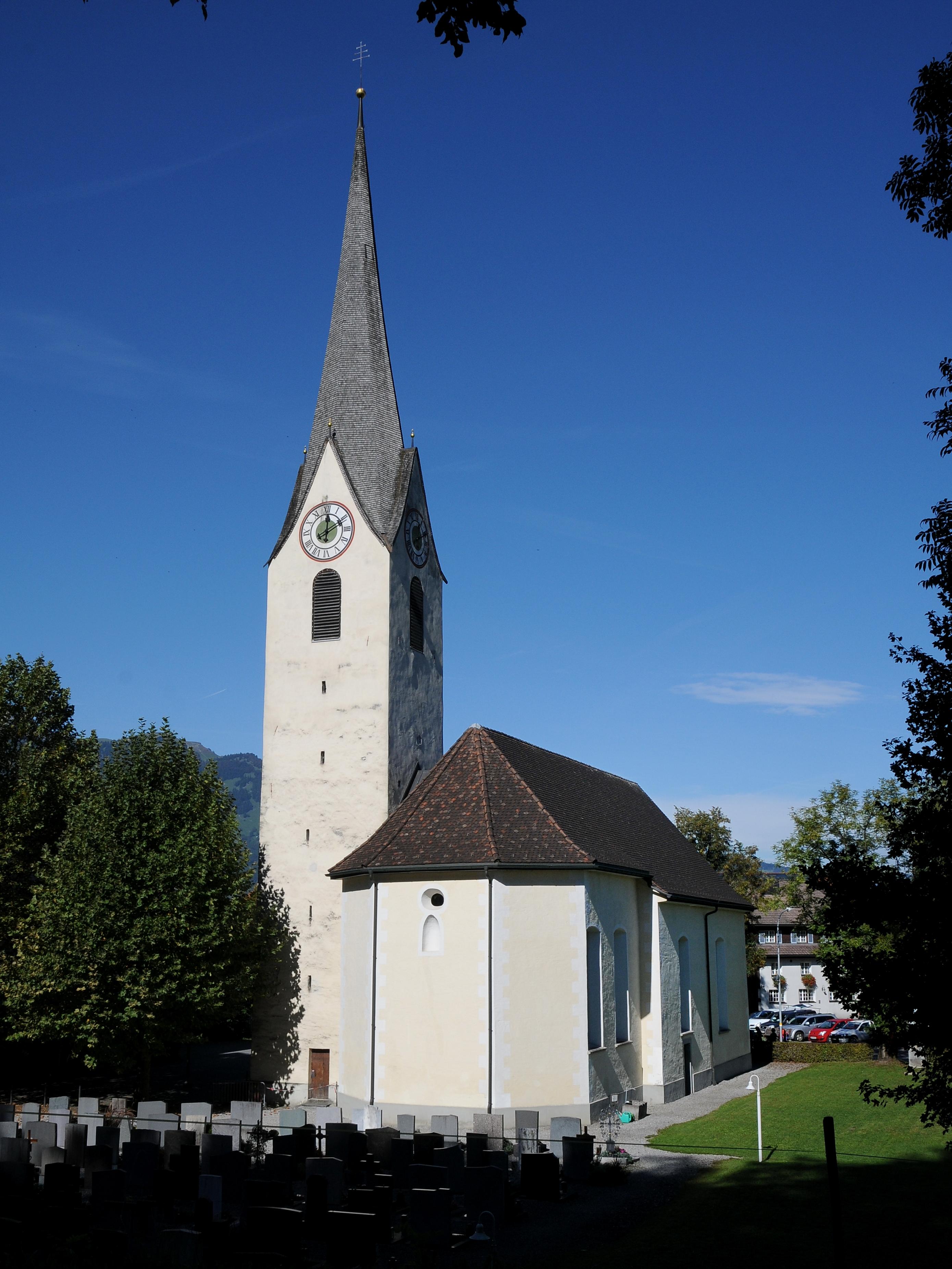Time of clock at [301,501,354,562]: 12:10
